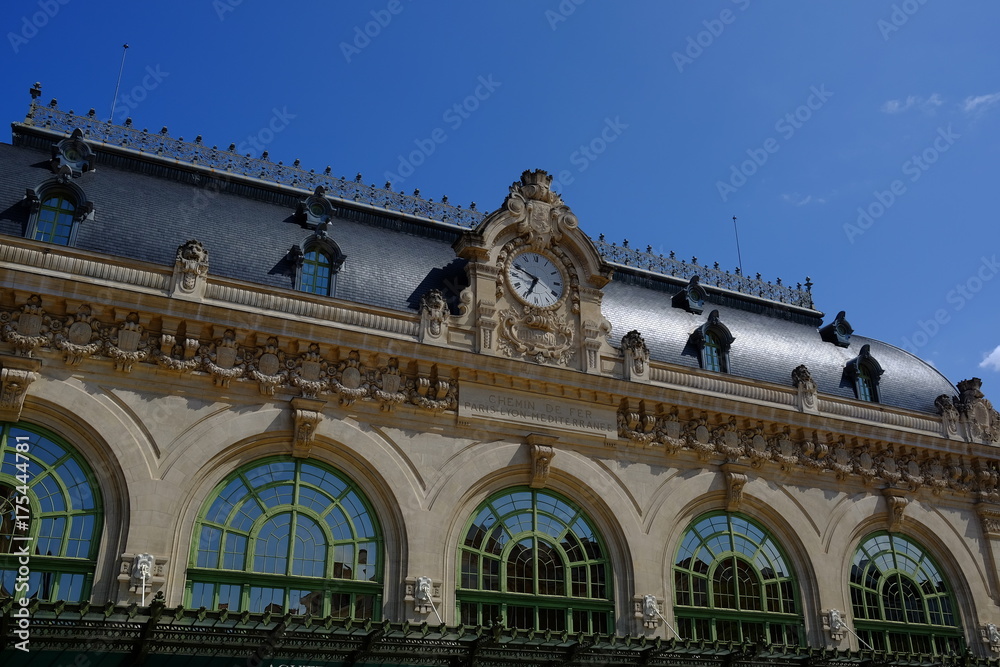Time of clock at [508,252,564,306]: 6:48
